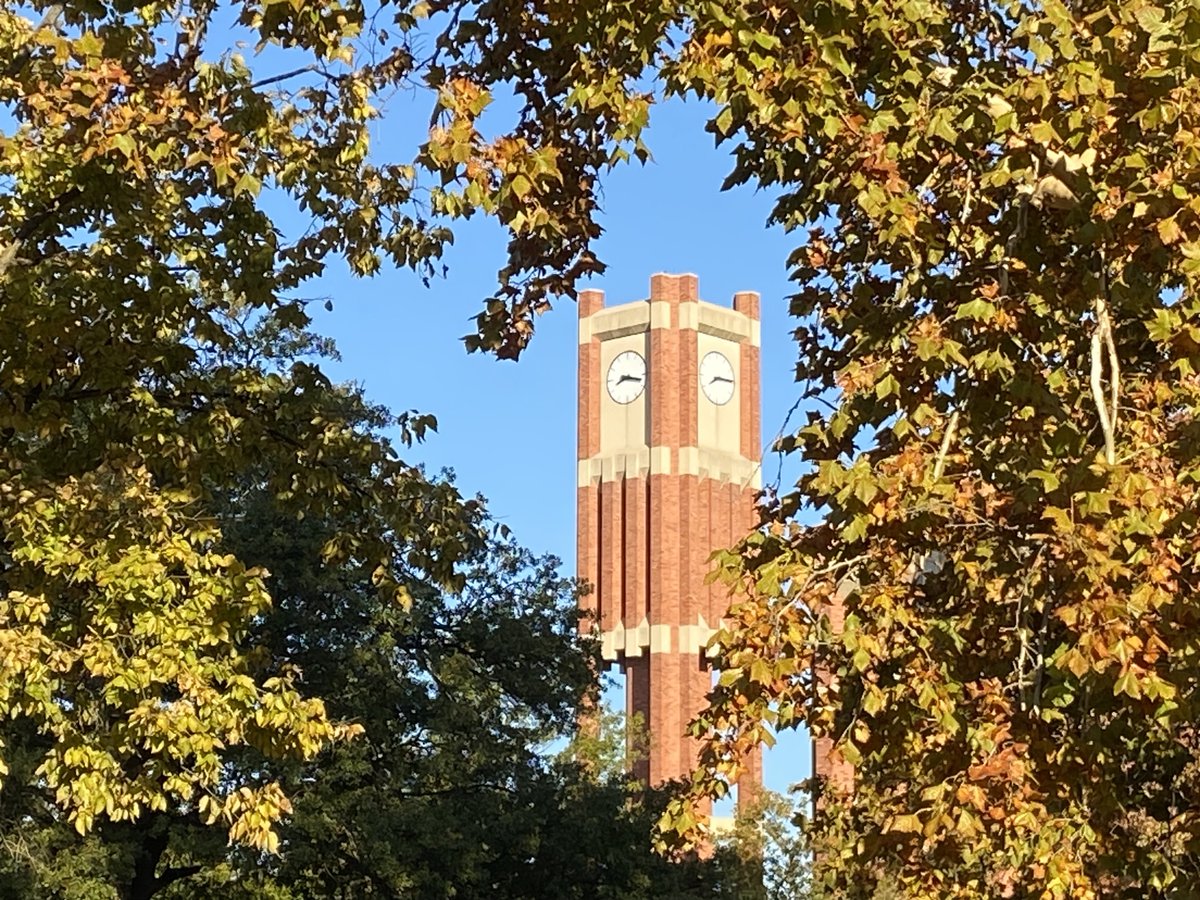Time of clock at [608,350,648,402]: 8:17
